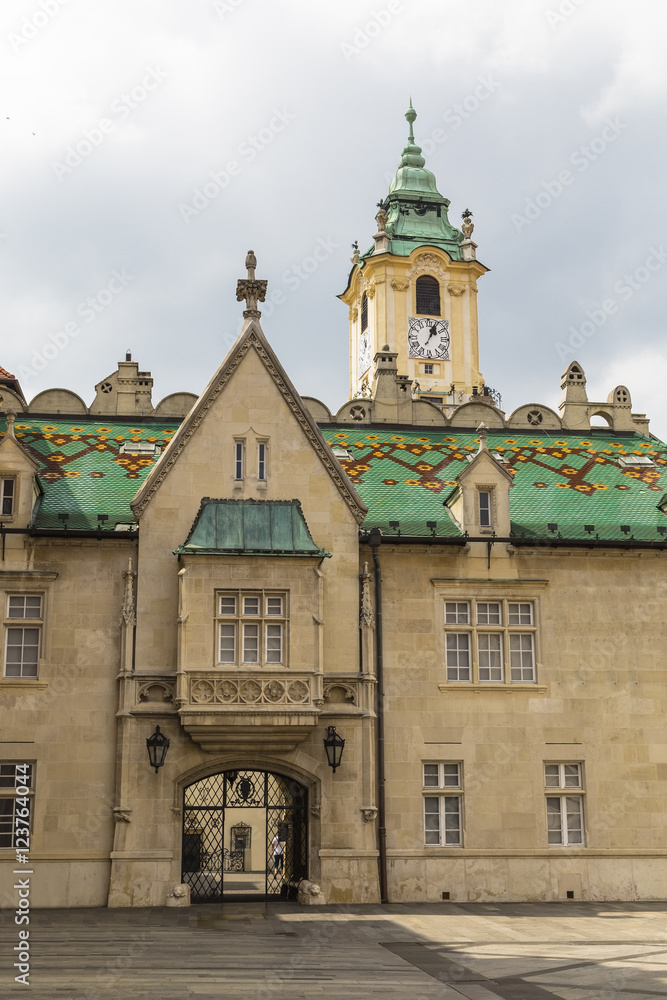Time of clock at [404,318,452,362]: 1:03
